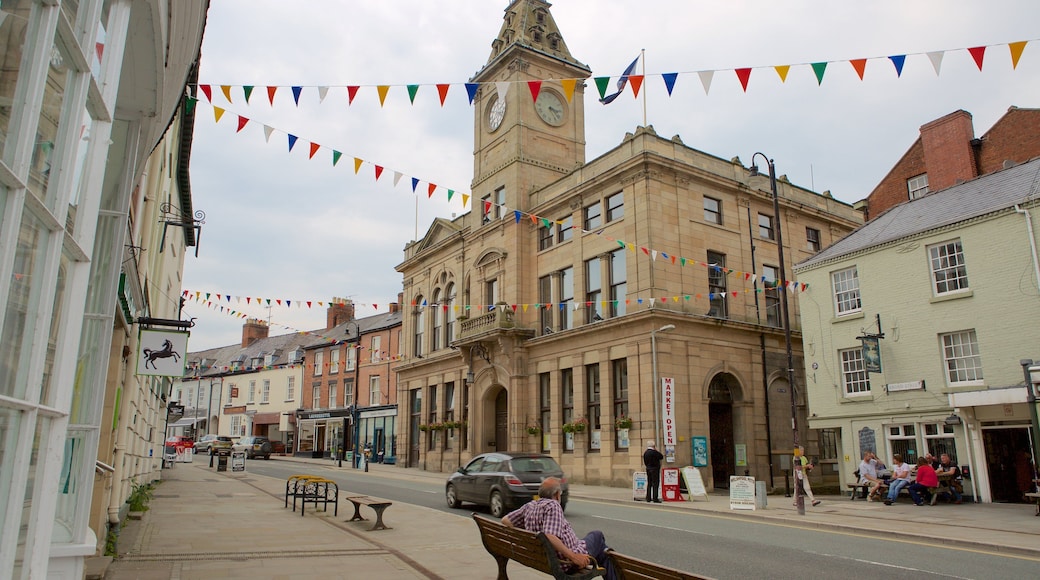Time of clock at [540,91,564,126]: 3:23
